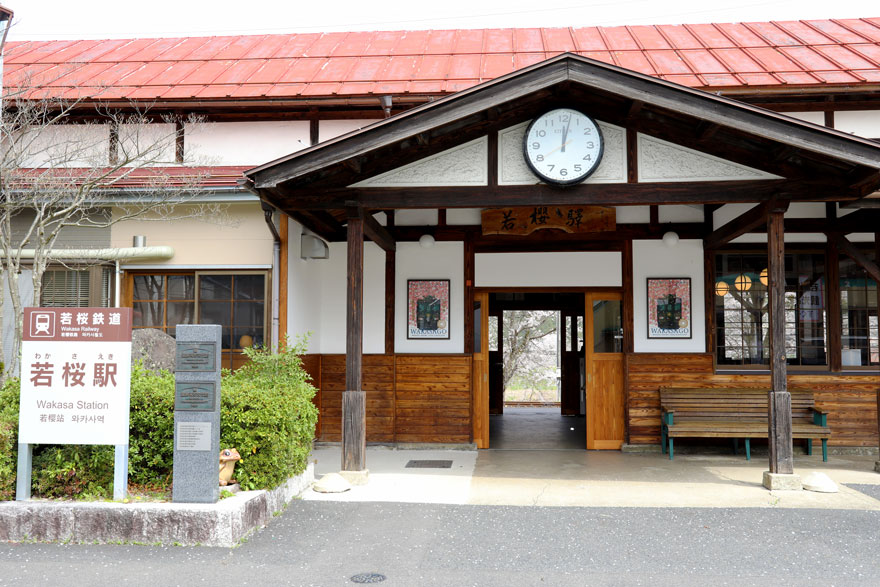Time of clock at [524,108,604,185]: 12:02
